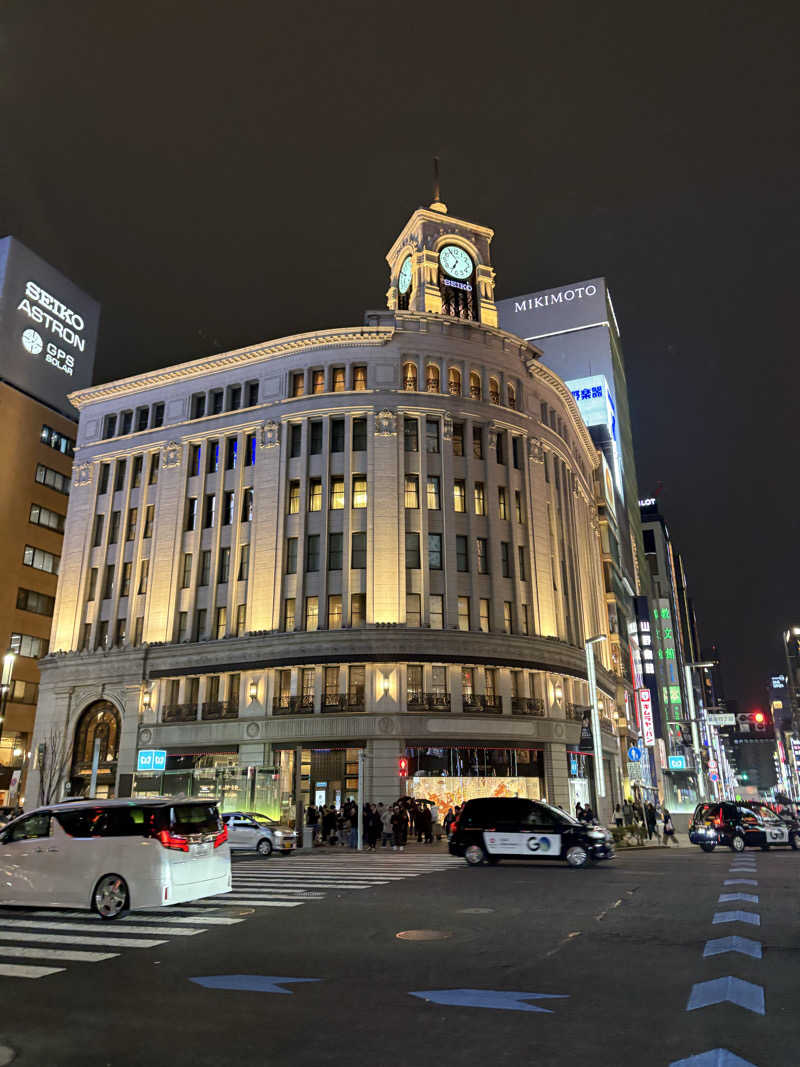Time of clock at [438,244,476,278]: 6:54
